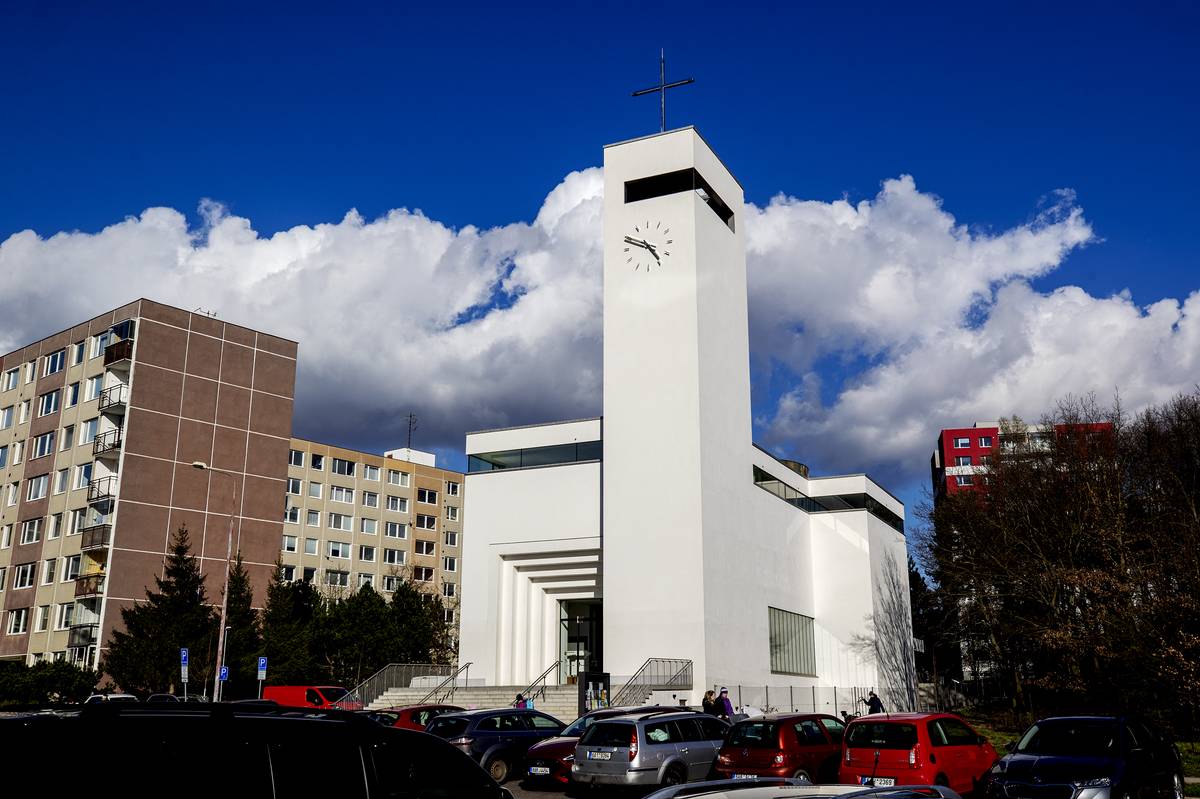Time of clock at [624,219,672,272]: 4:49
